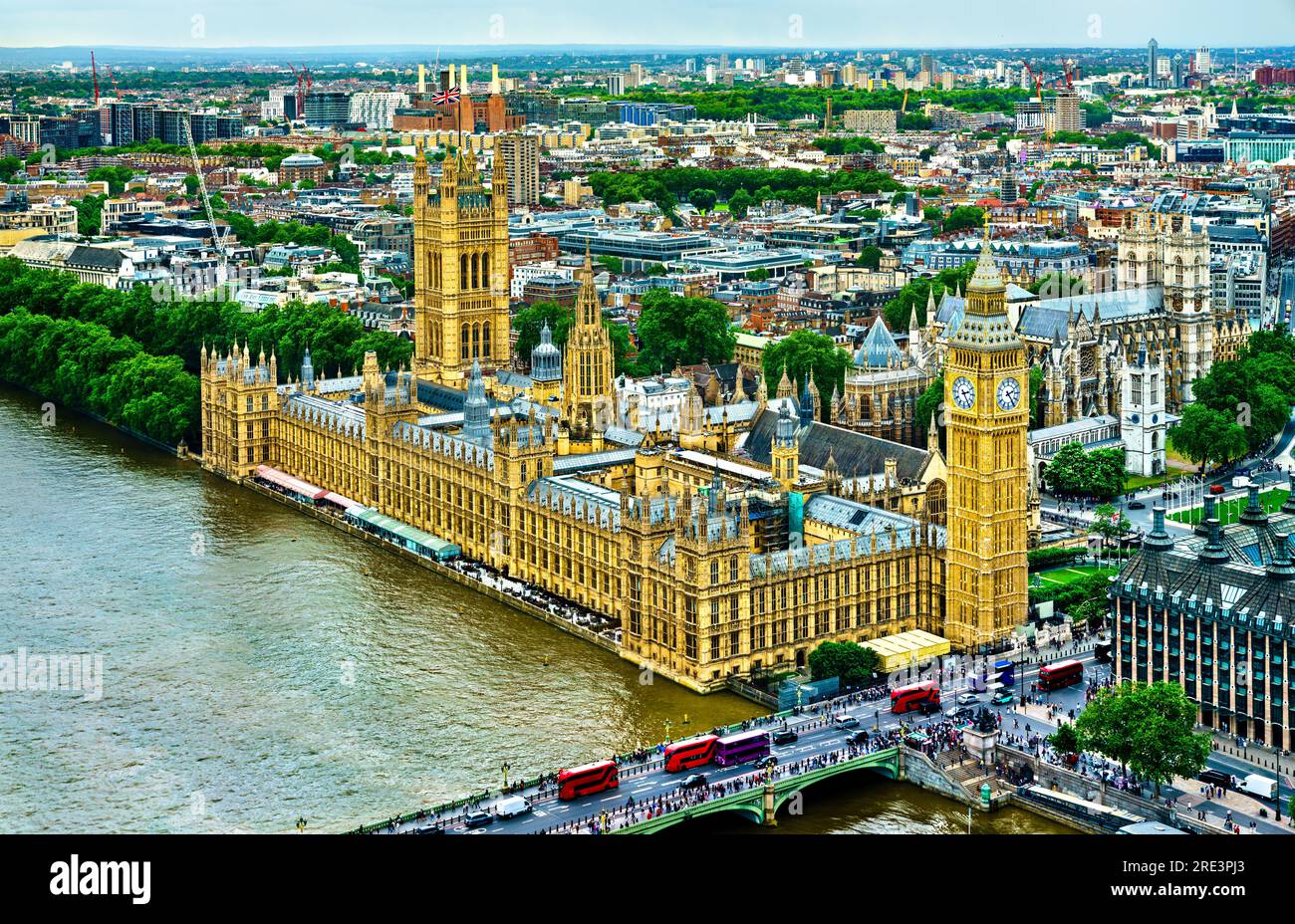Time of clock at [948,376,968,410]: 2:24
